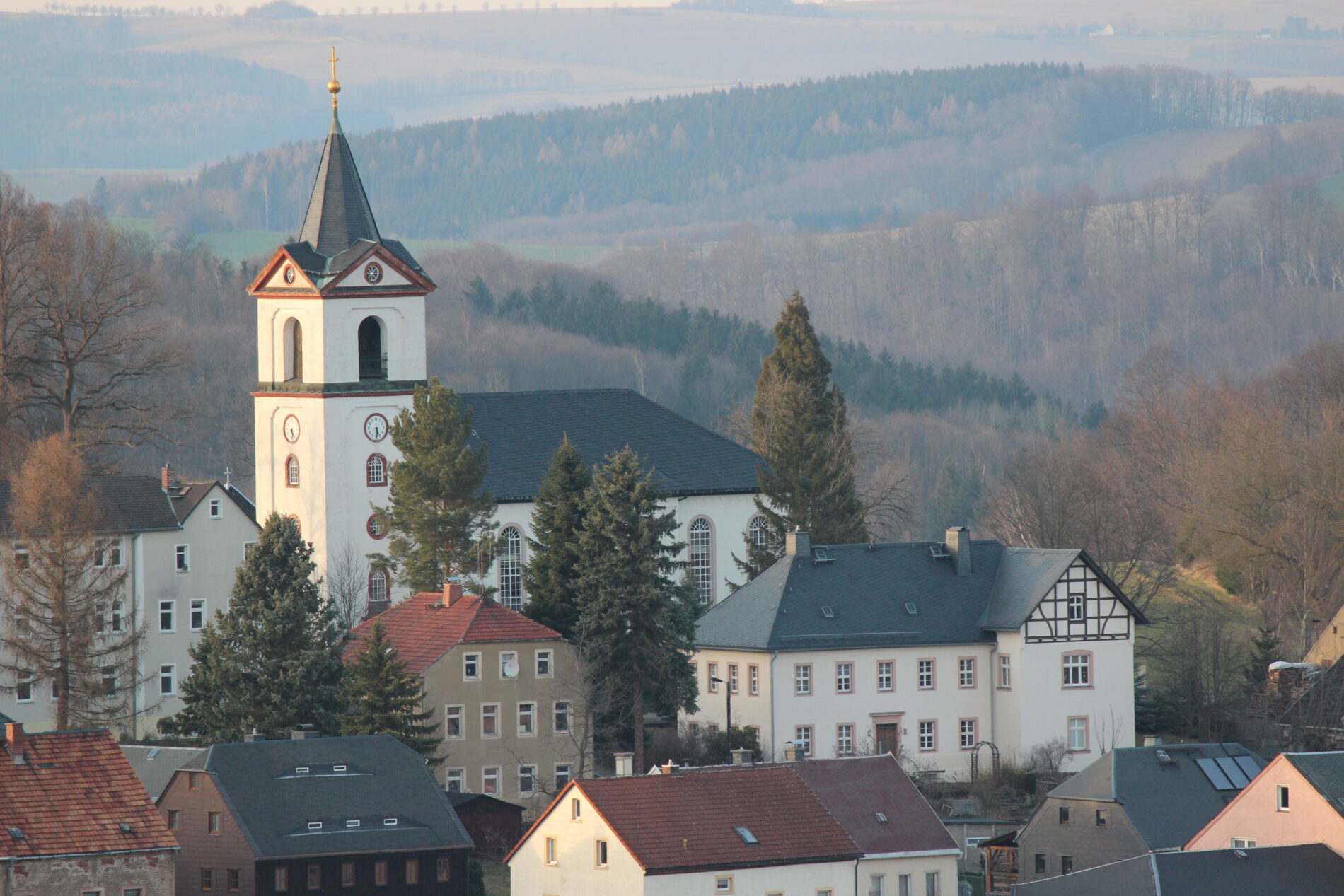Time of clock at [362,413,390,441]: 5:29
